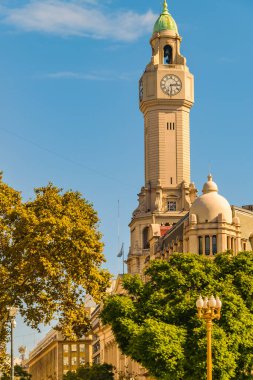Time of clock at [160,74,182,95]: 2:29
